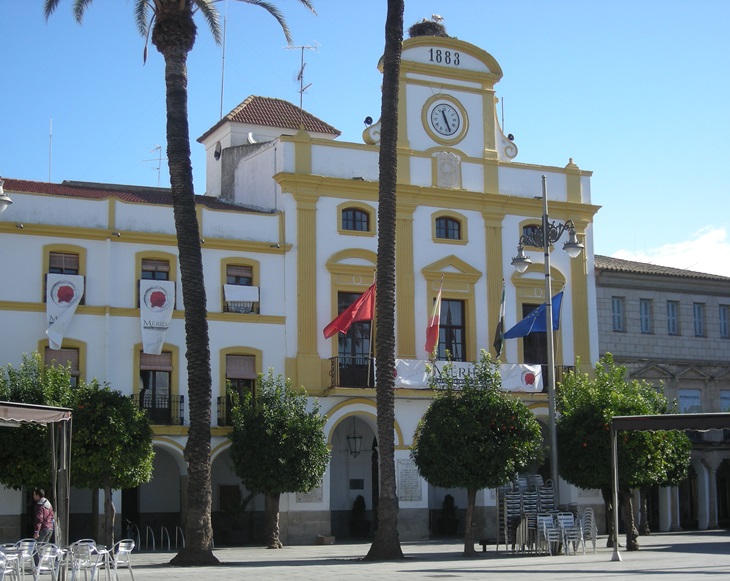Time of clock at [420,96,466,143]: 11:26
